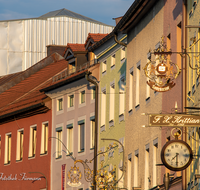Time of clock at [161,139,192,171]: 7:30
